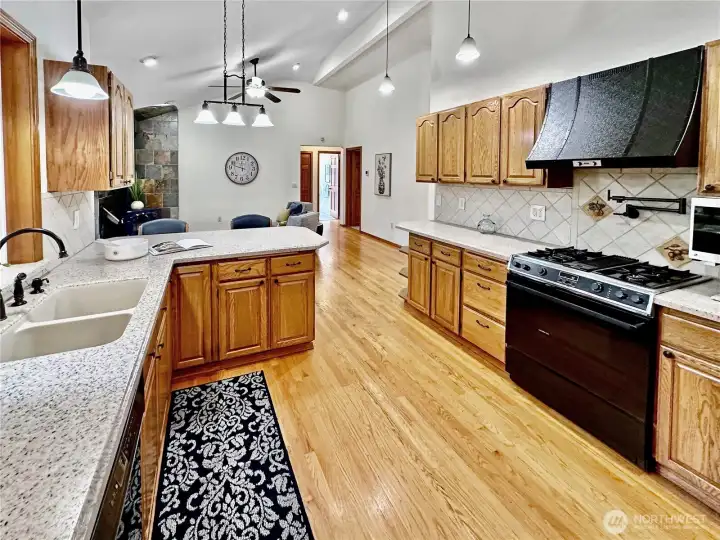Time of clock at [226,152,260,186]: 11:47
